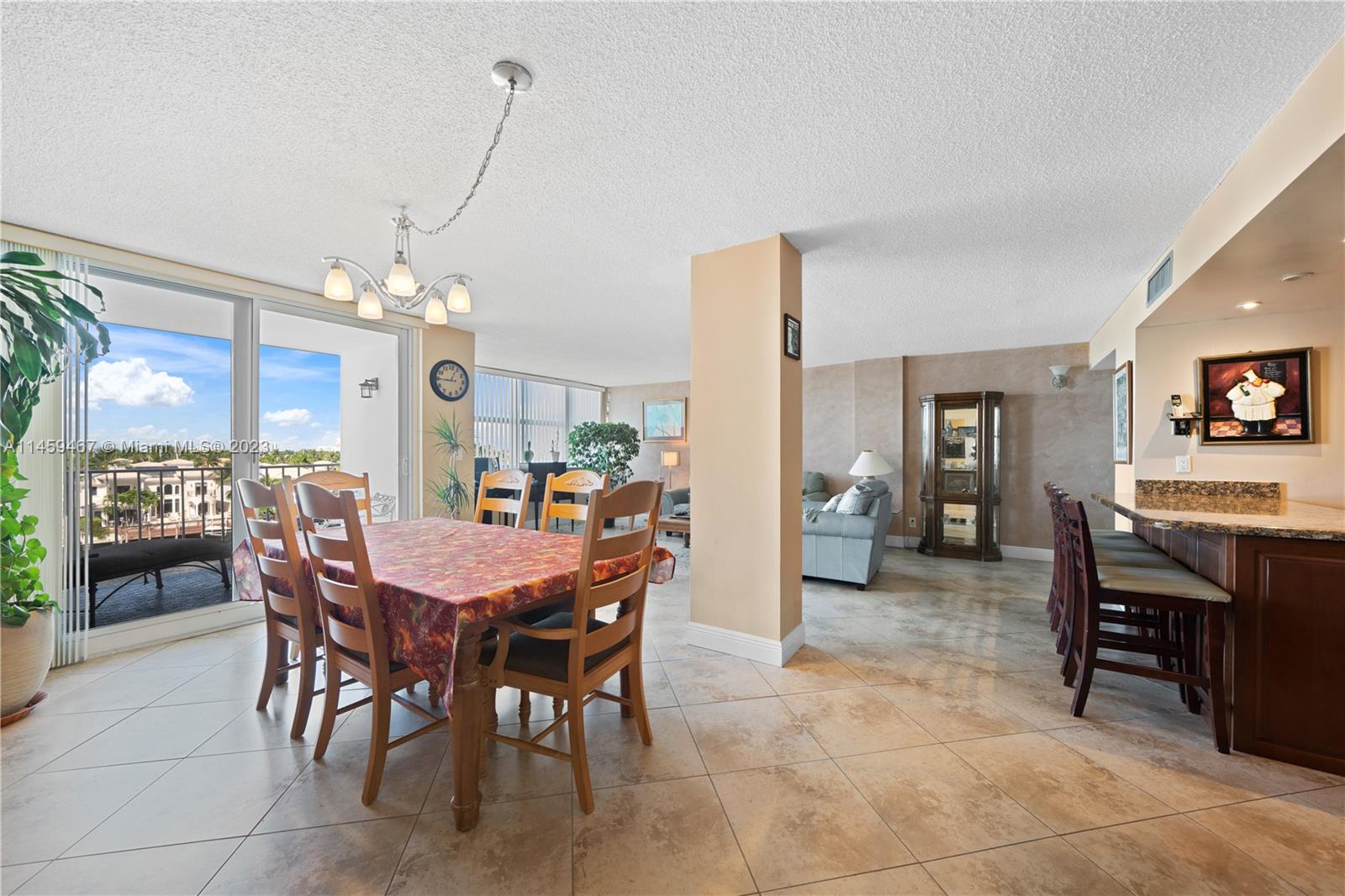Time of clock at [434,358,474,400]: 12:44
